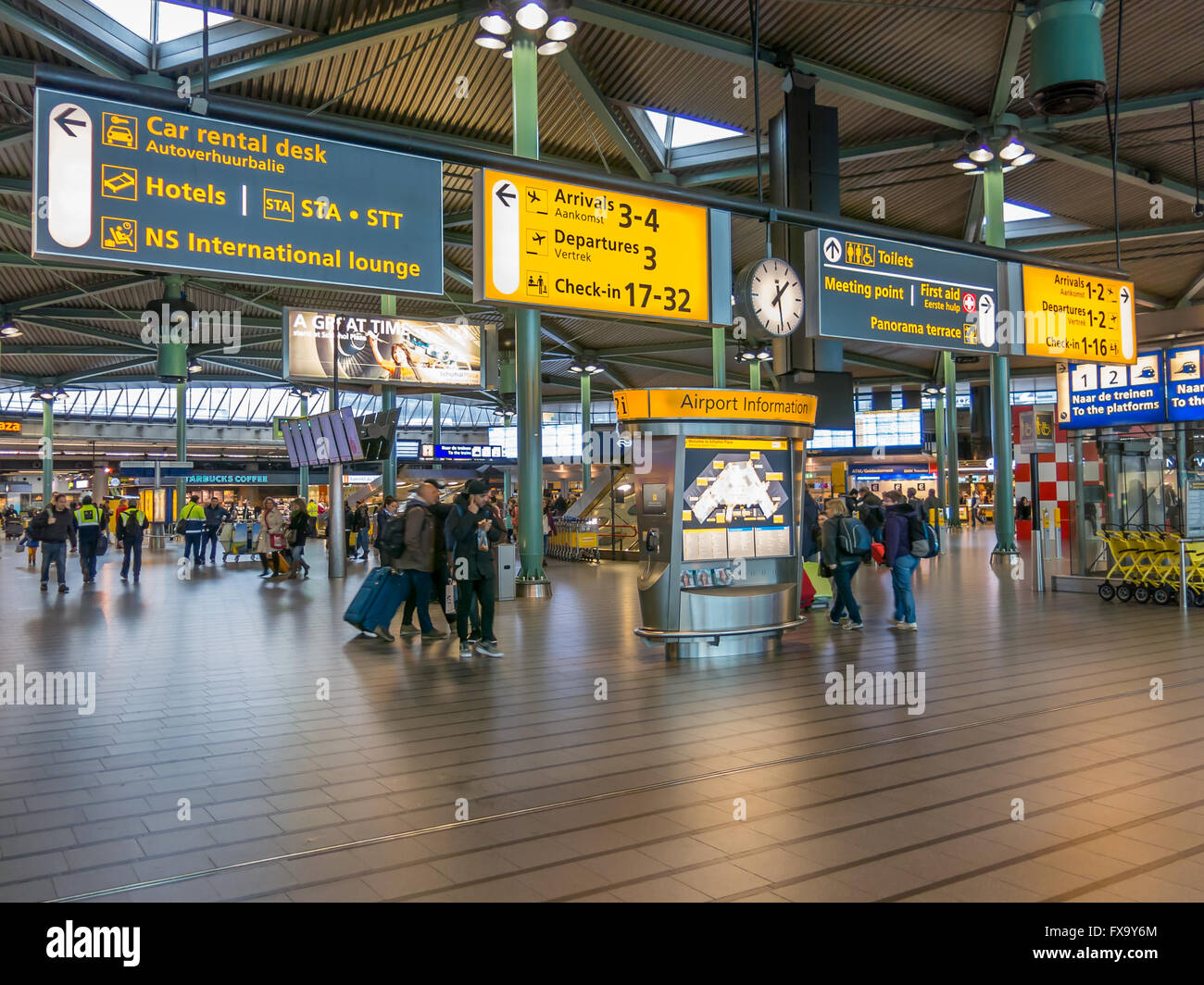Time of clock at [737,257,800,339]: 1:28
